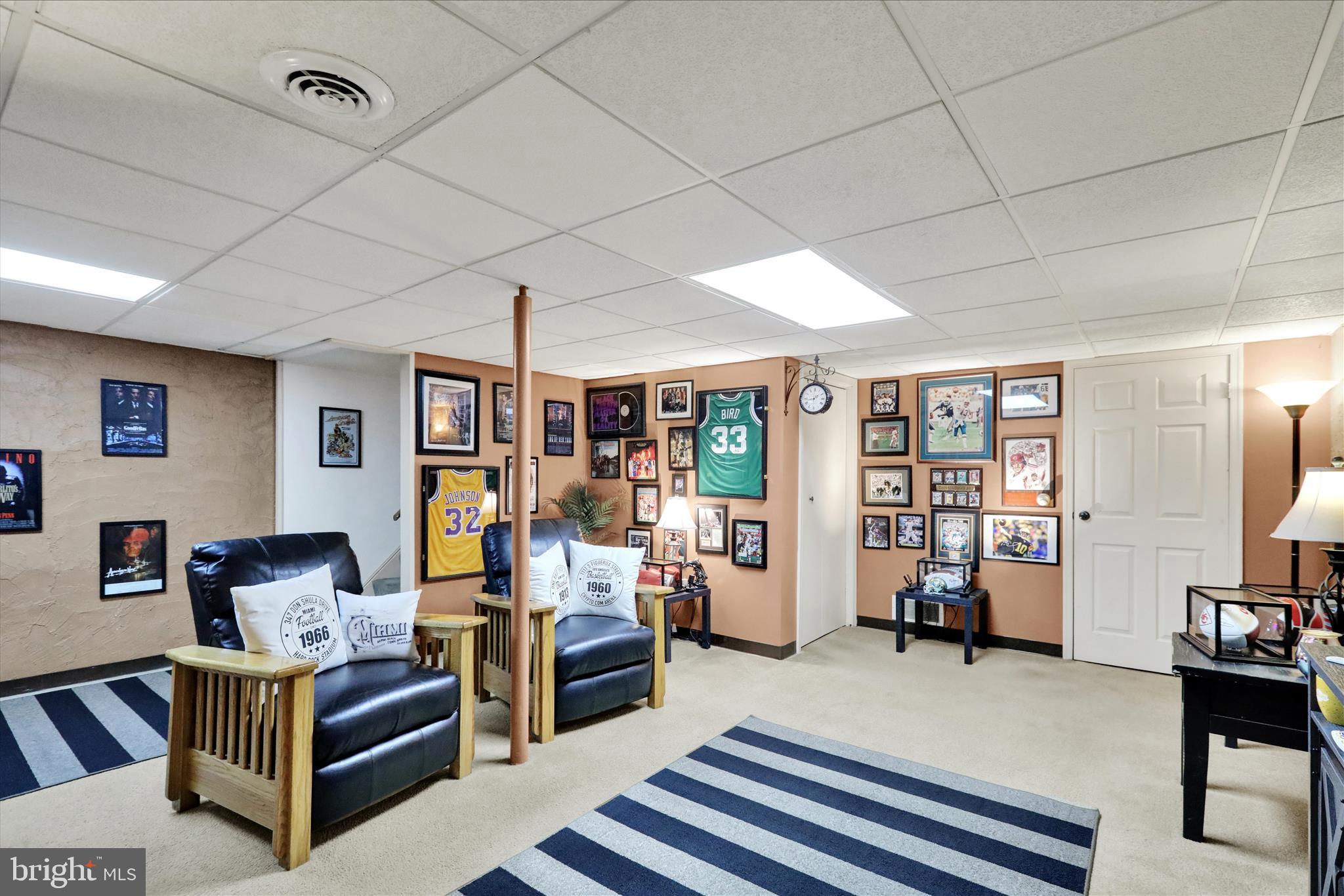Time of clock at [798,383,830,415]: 1:42
